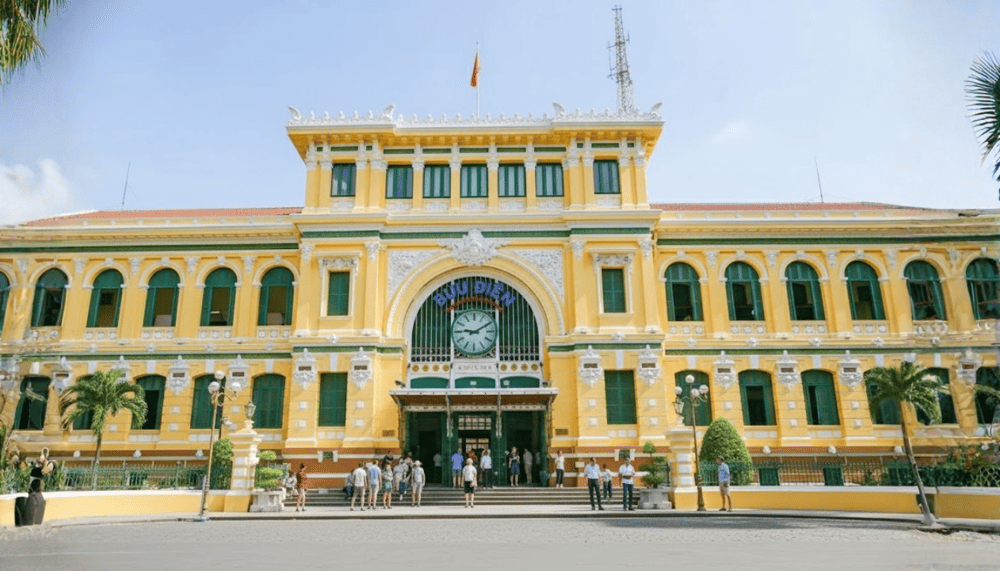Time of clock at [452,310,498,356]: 9:10
